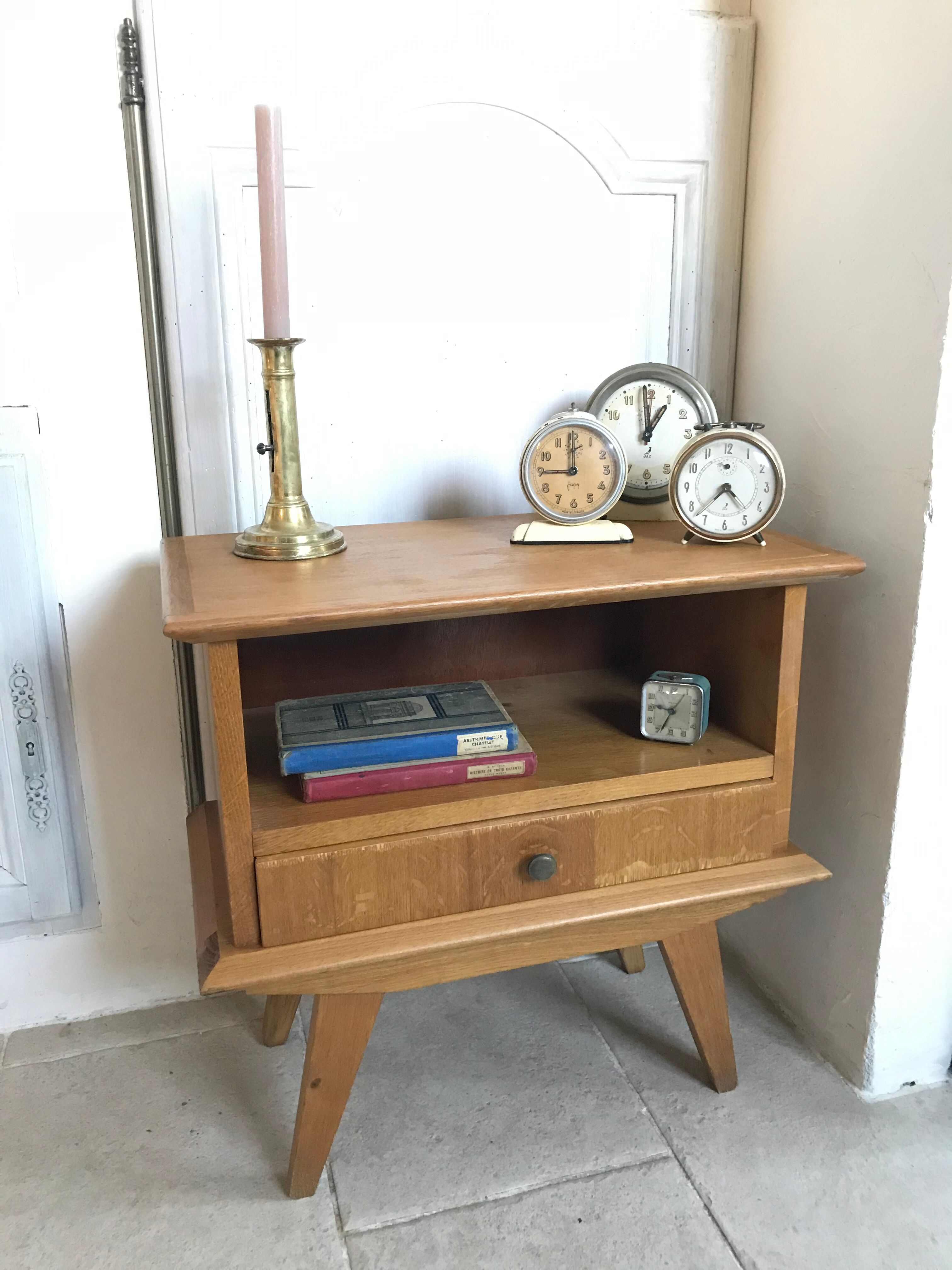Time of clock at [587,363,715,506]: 12:00
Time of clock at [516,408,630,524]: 8:59
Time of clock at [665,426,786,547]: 4:37
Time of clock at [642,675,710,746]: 9:34
